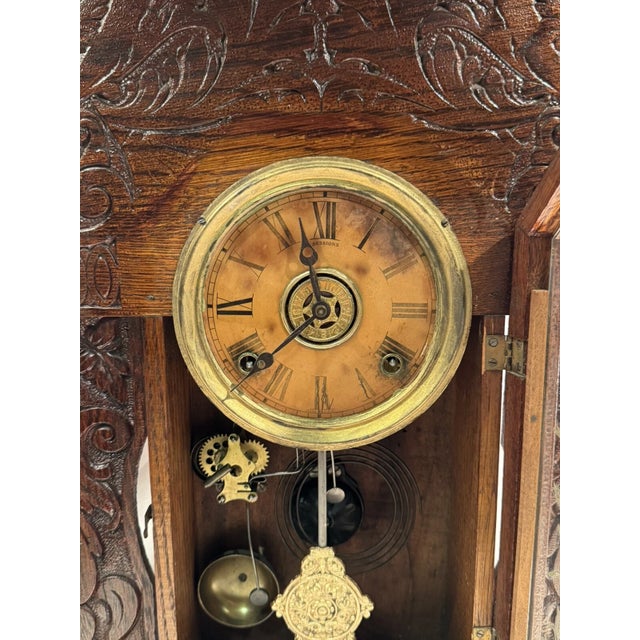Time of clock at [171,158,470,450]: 11:37
